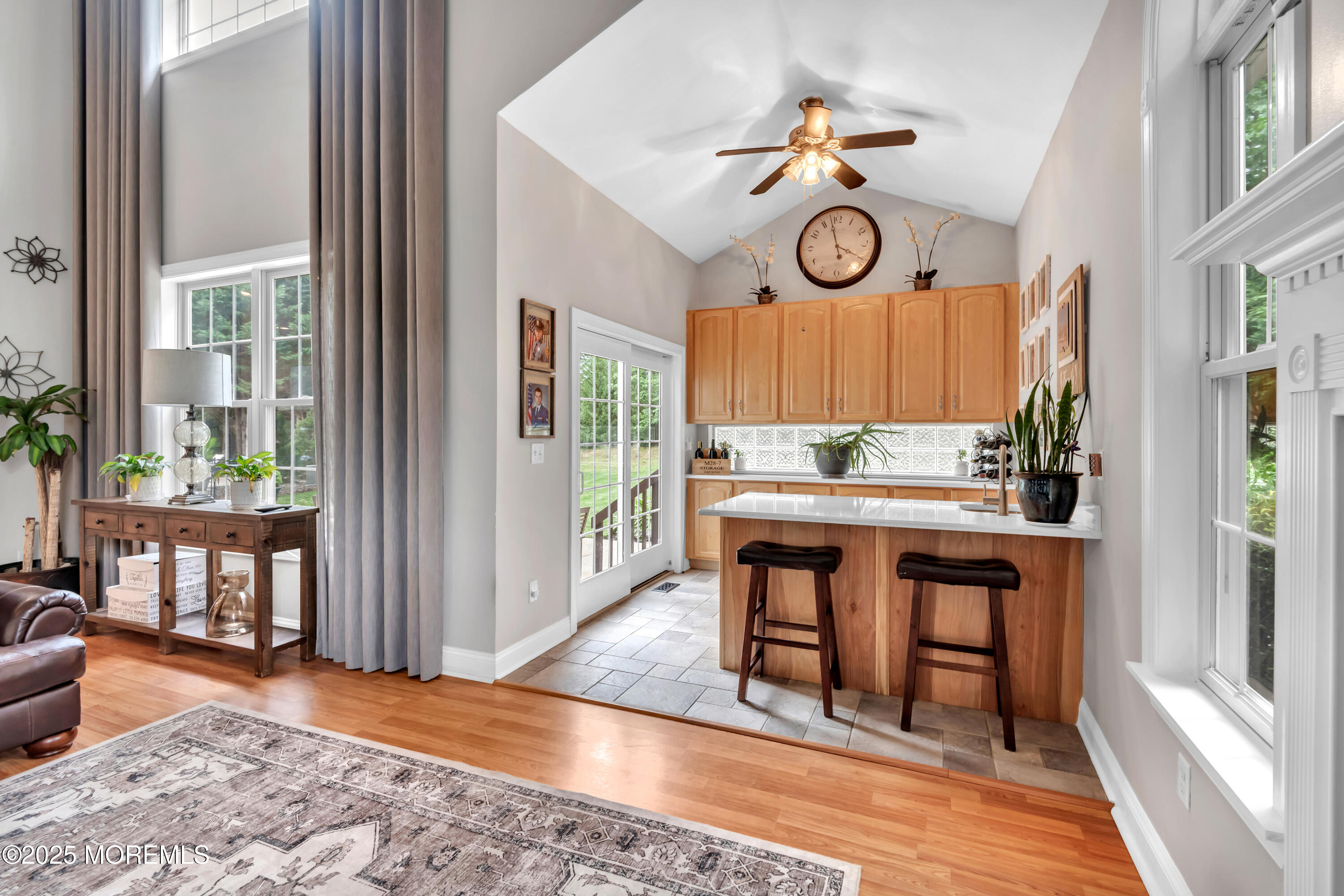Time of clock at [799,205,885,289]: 3:57
